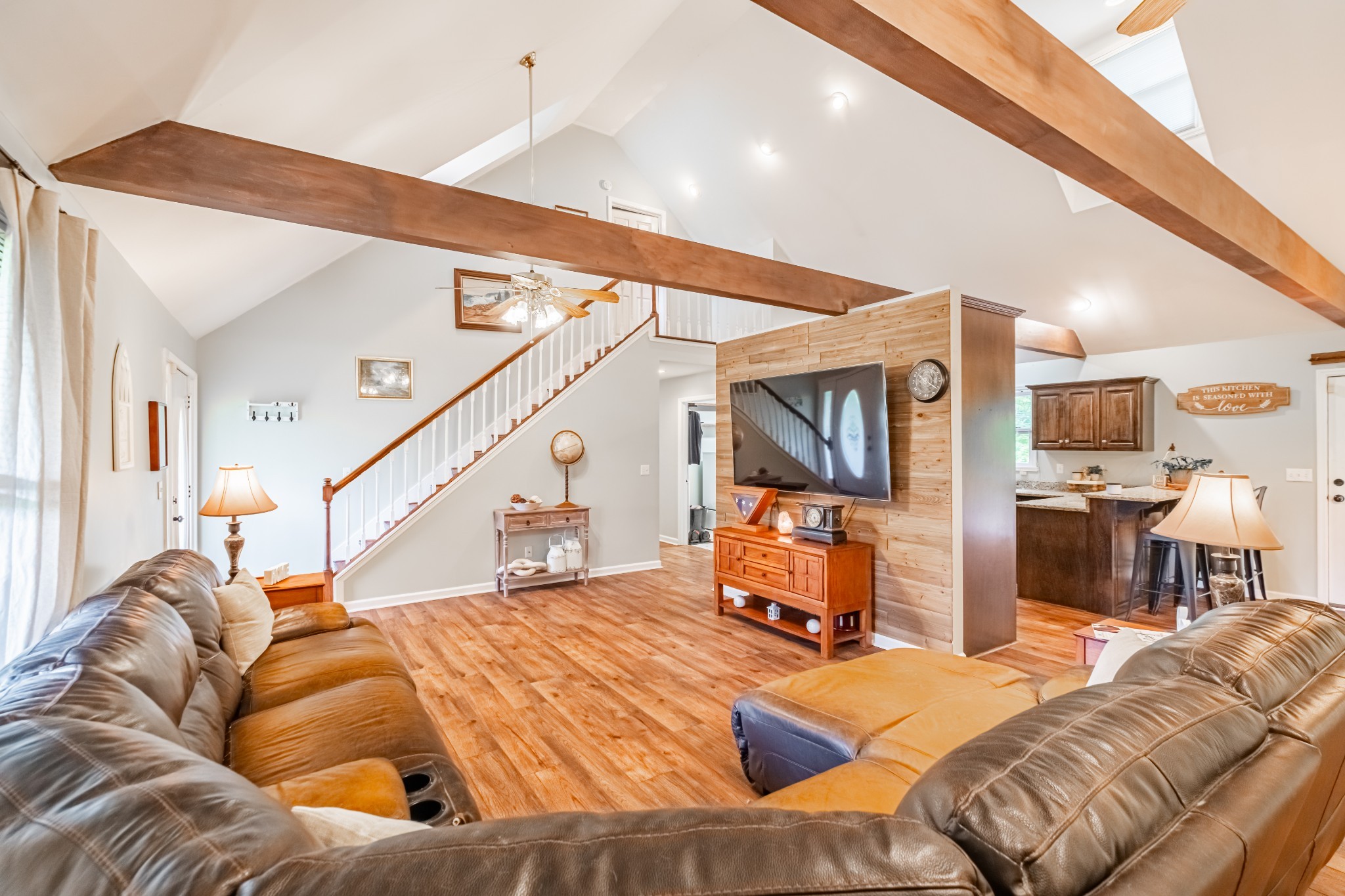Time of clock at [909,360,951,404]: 10:21
